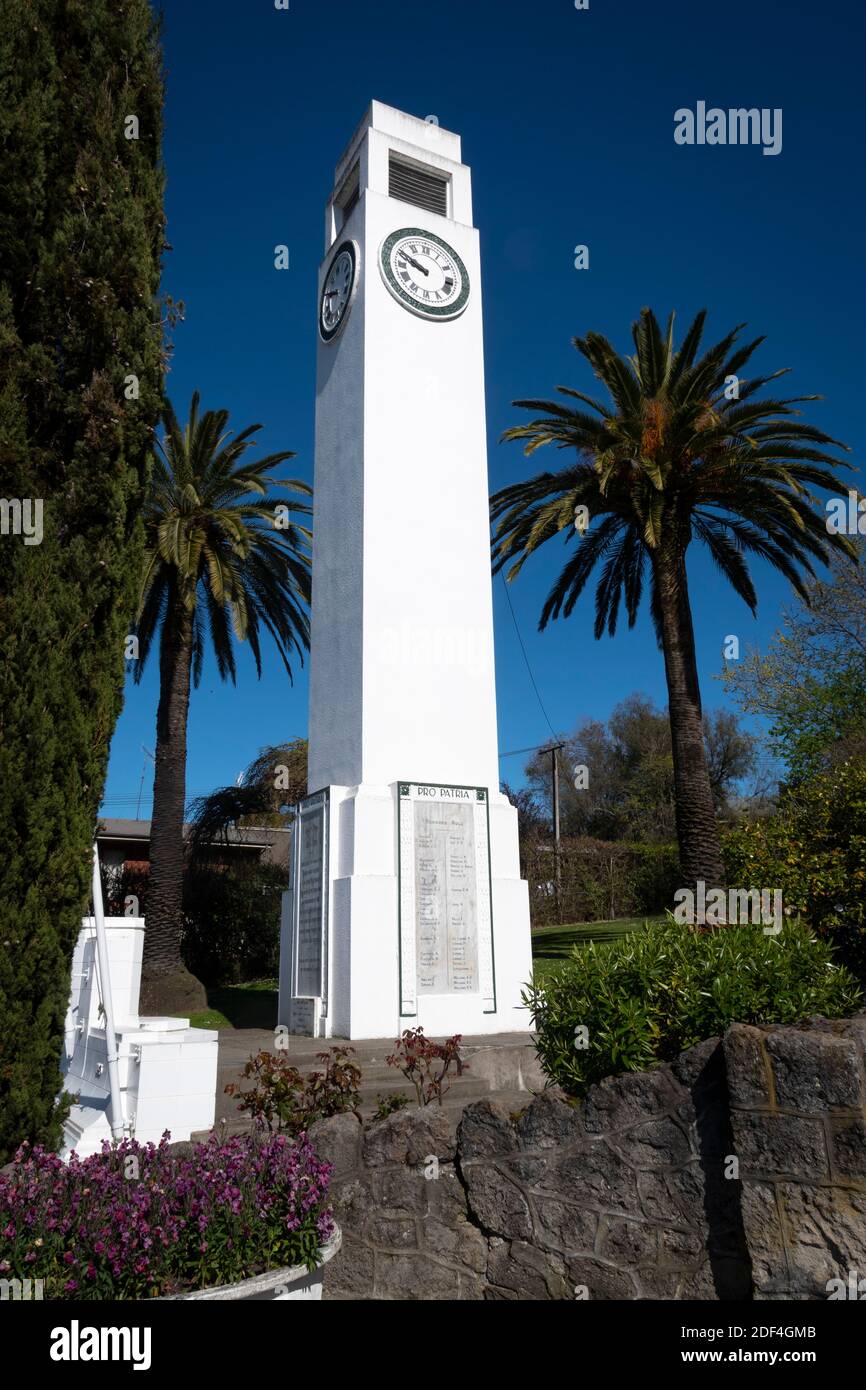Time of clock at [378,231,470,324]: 9:50
